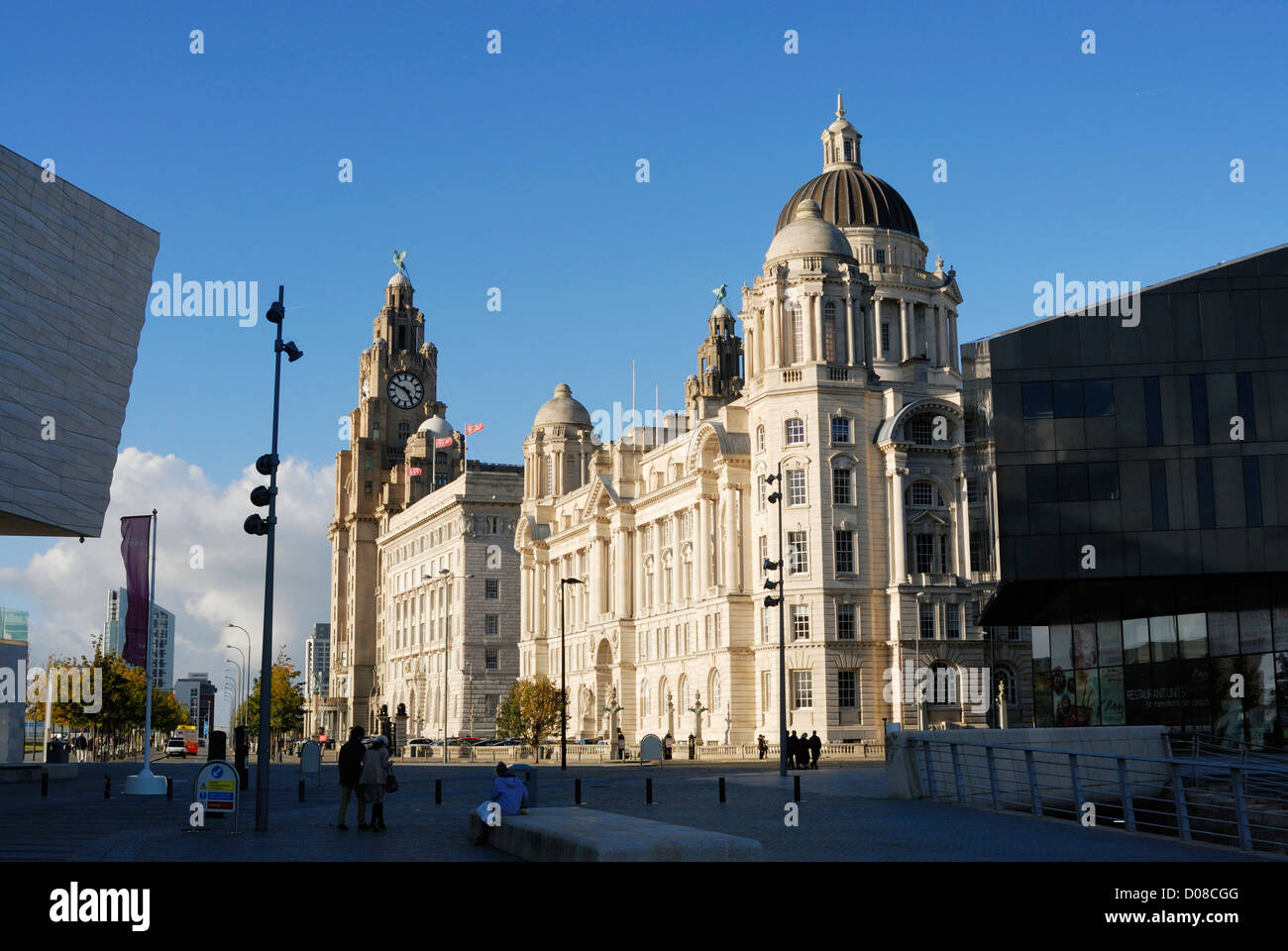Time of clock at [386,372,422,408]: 4:49
